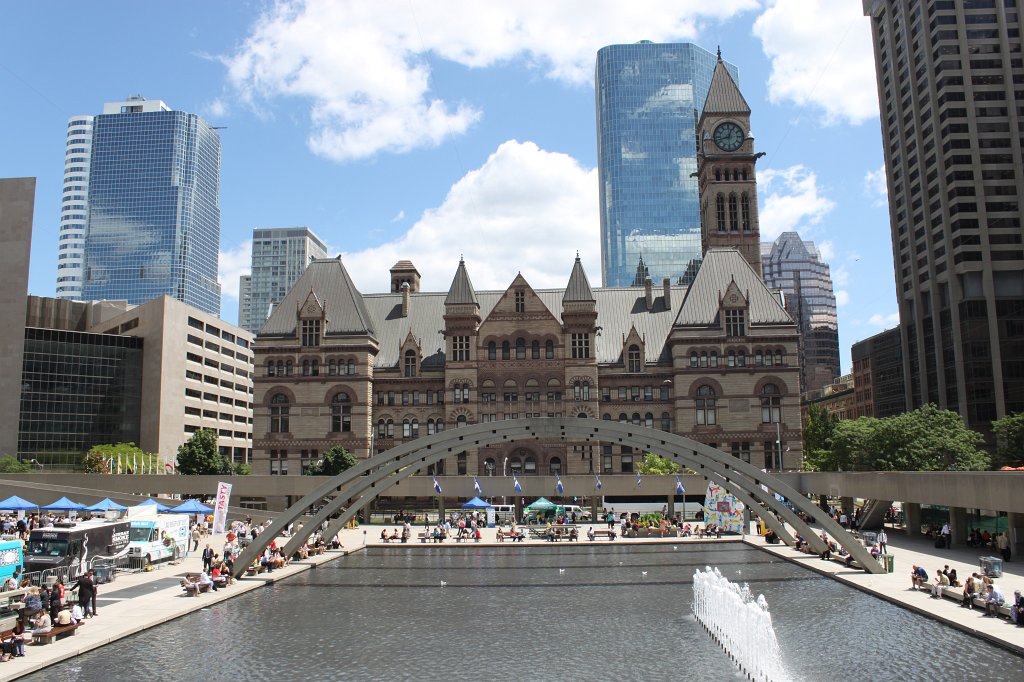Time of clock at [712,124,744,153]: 12:42
